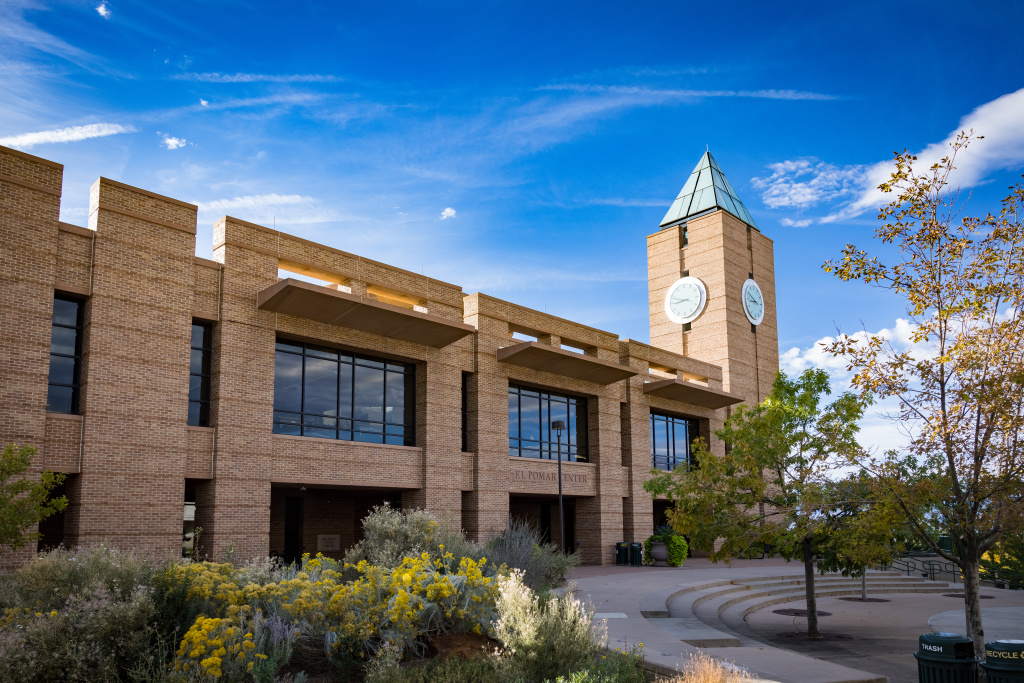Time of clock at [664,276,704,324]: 8:48
